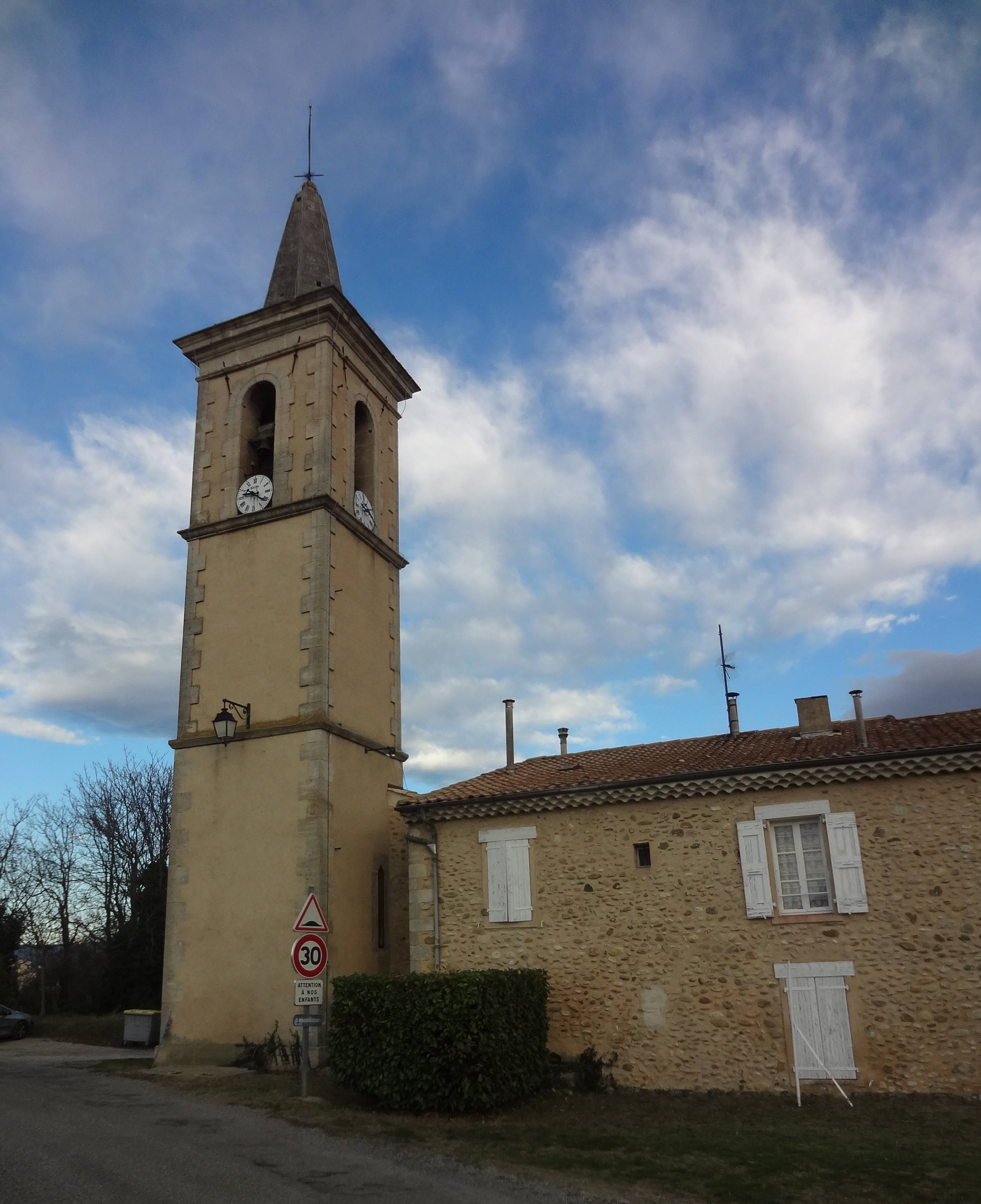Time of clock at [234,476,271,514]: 9:21
